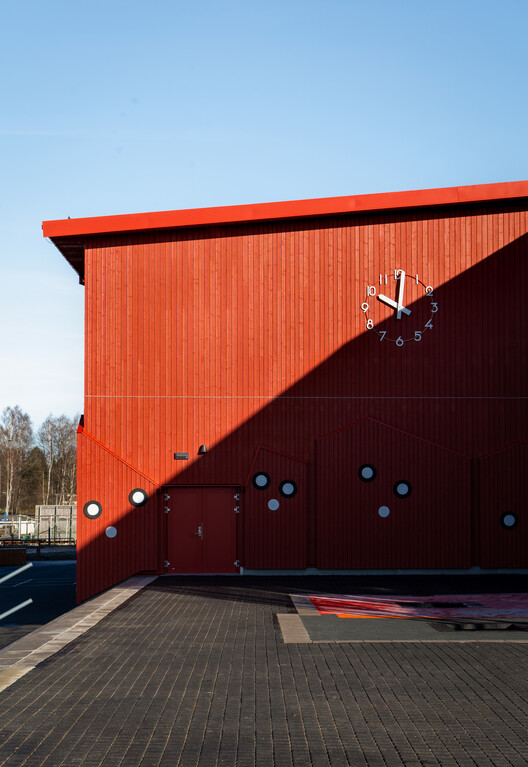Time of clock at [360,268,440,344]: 10:00
